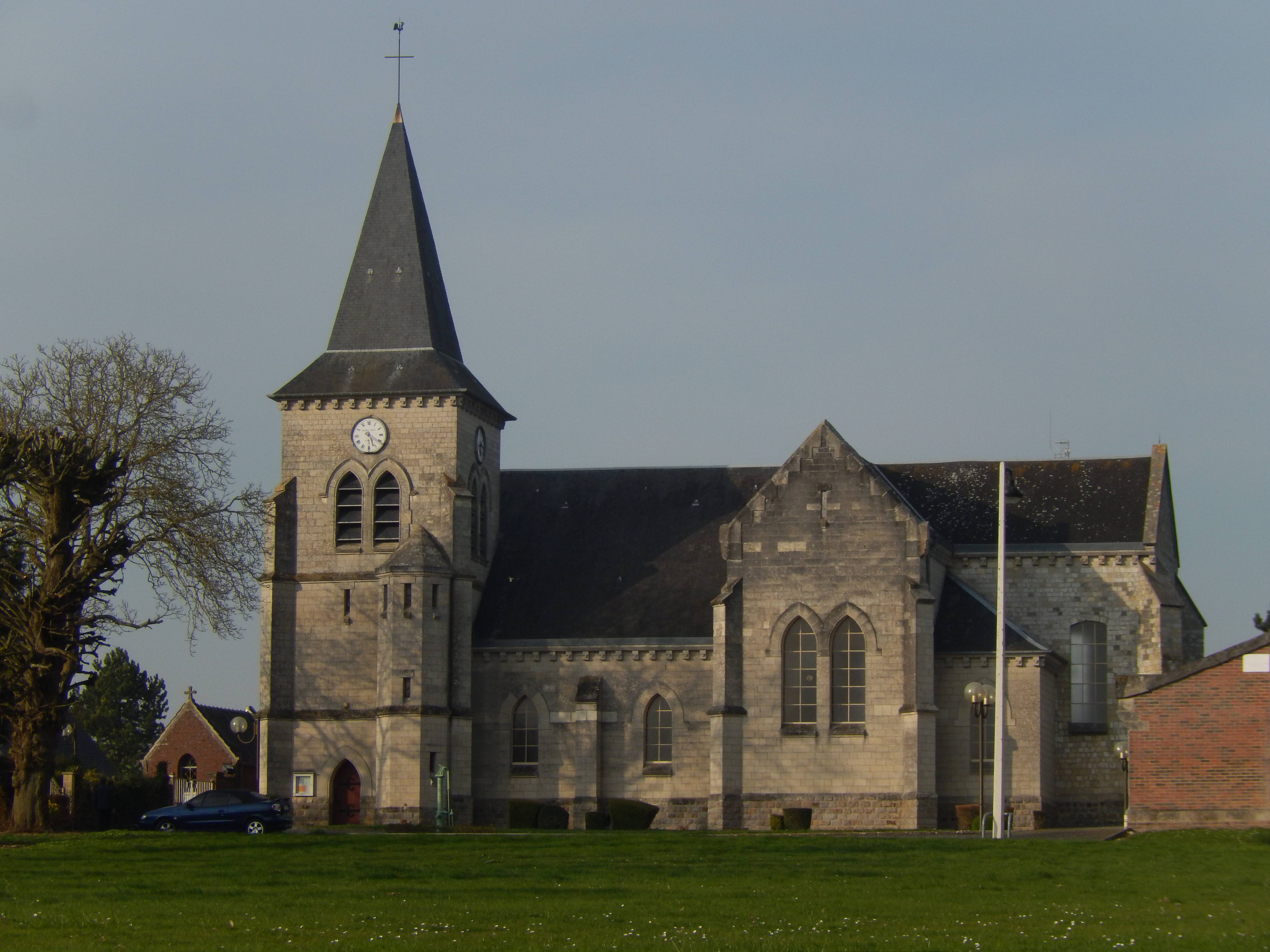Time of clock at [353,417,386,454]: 5:20
